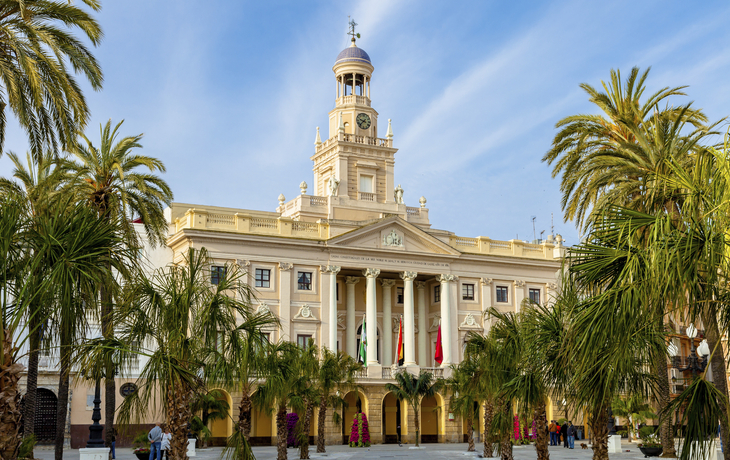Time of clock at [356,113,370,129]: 9:37
